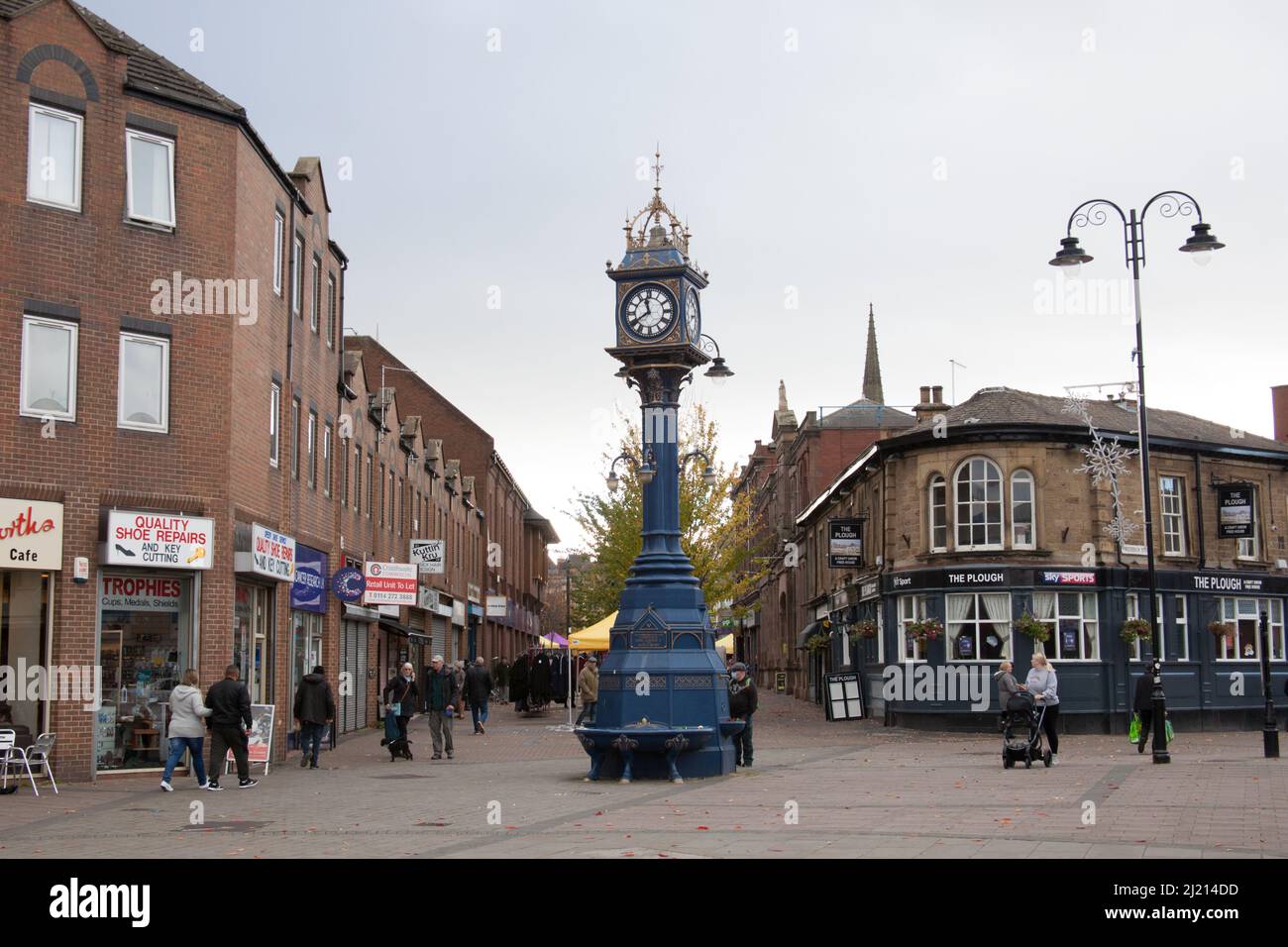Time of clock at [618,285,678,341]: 11:39
